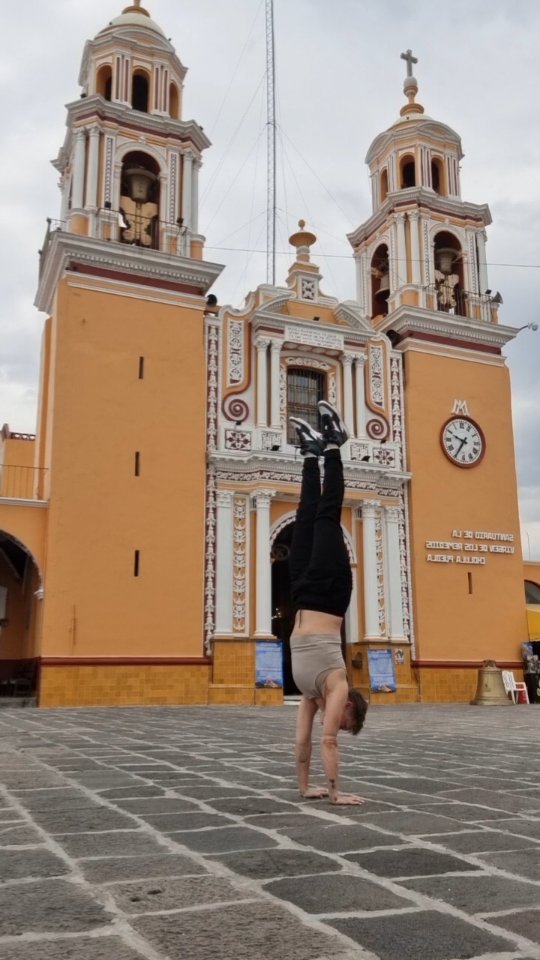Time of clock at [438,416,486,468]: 9:35
